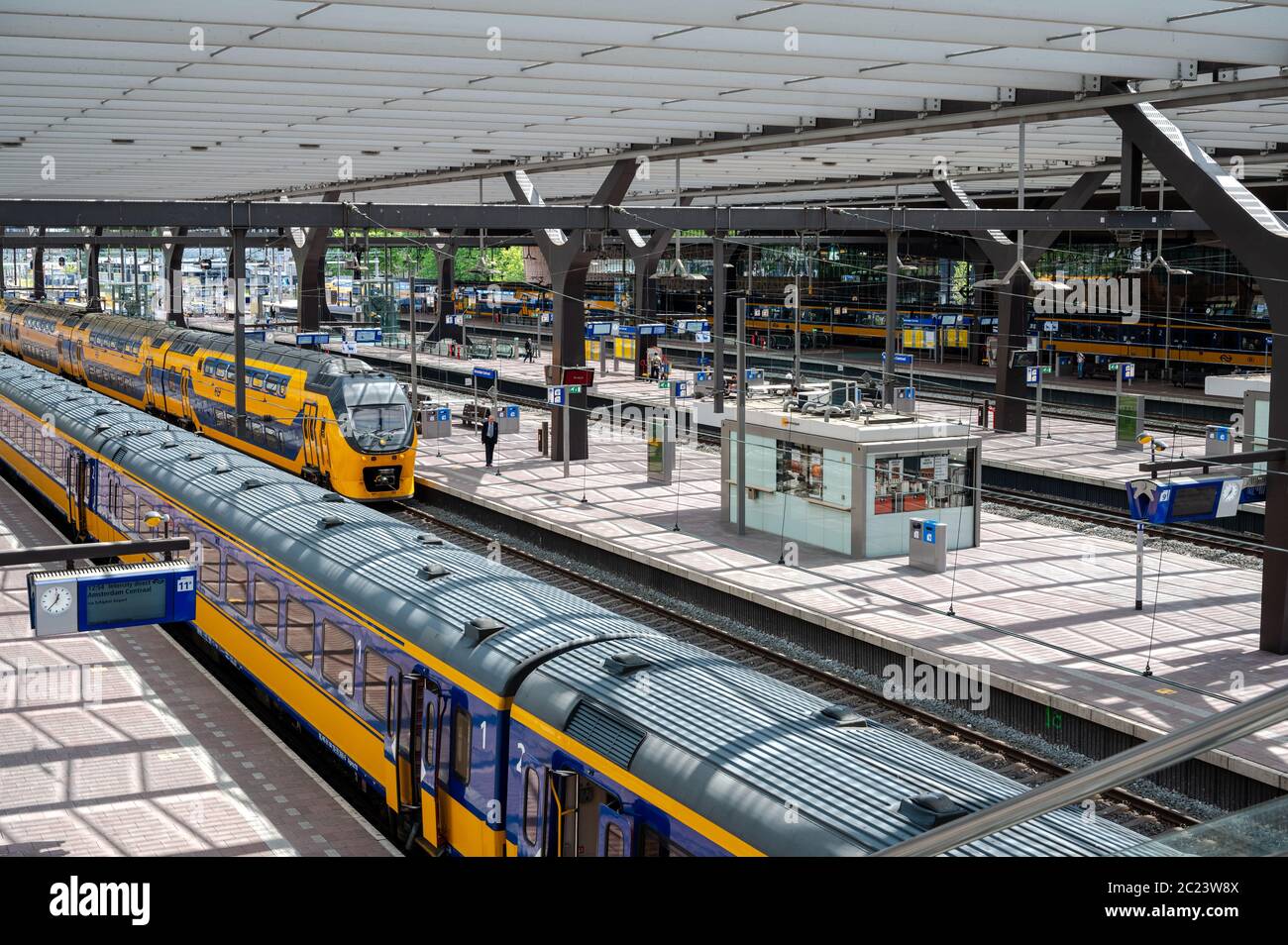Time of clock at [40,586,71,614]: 12:37
